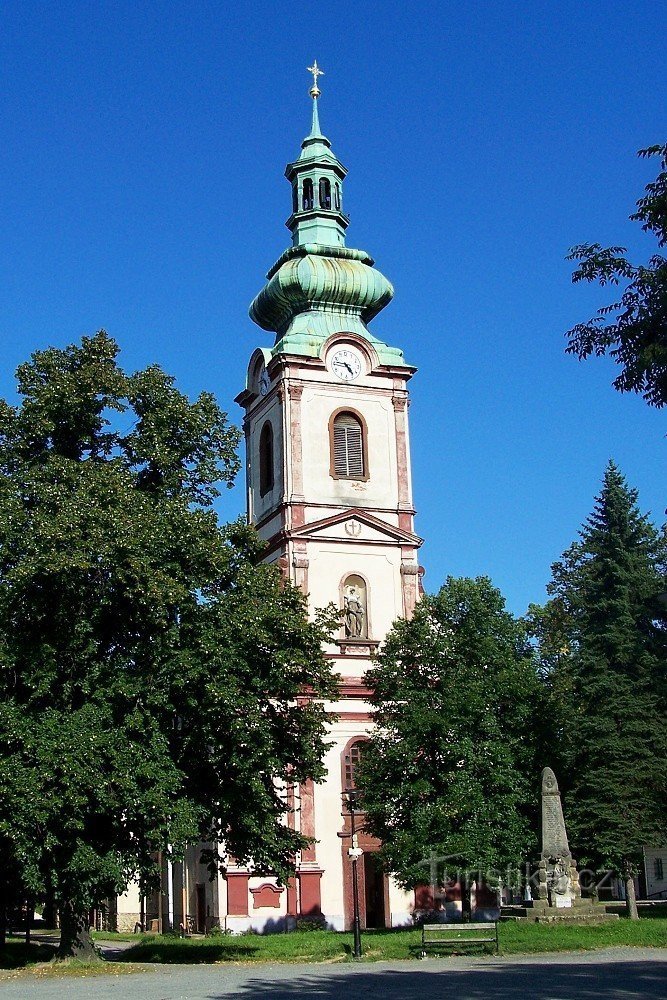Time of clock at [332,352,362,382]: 4:46
